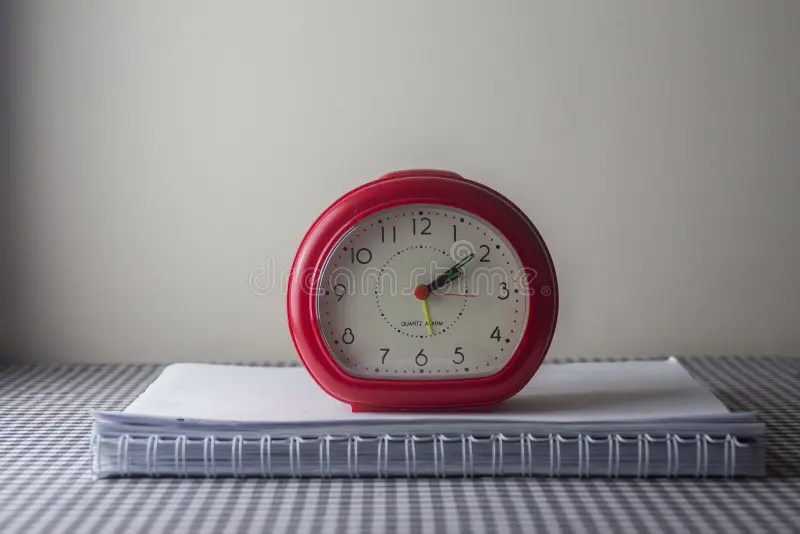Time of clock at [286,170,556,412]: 2:09
